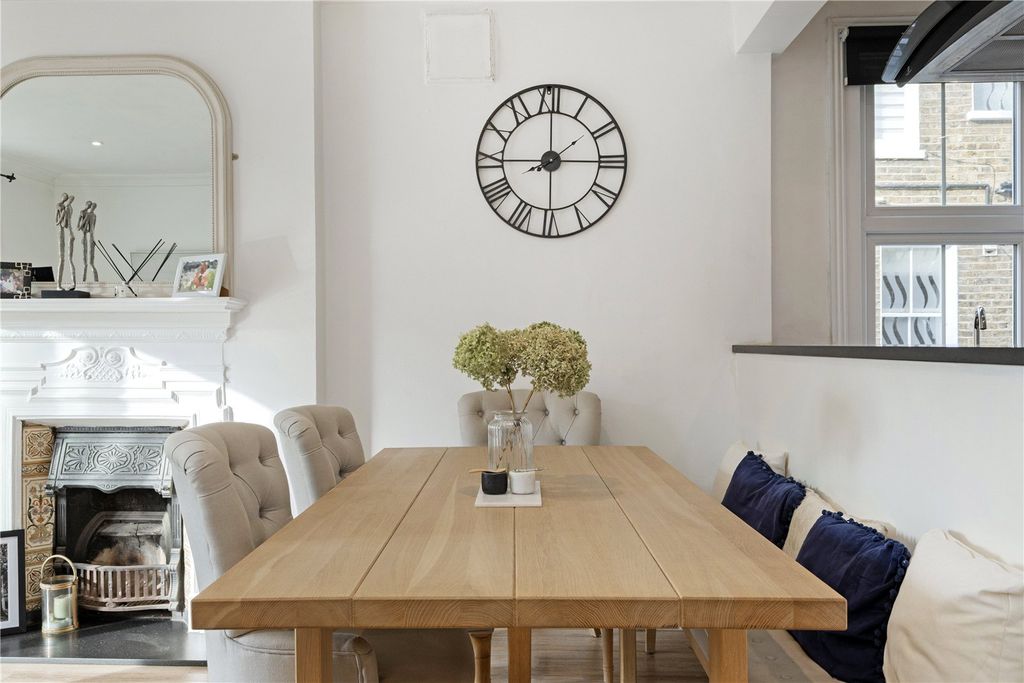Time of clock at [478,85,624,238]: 2:00
